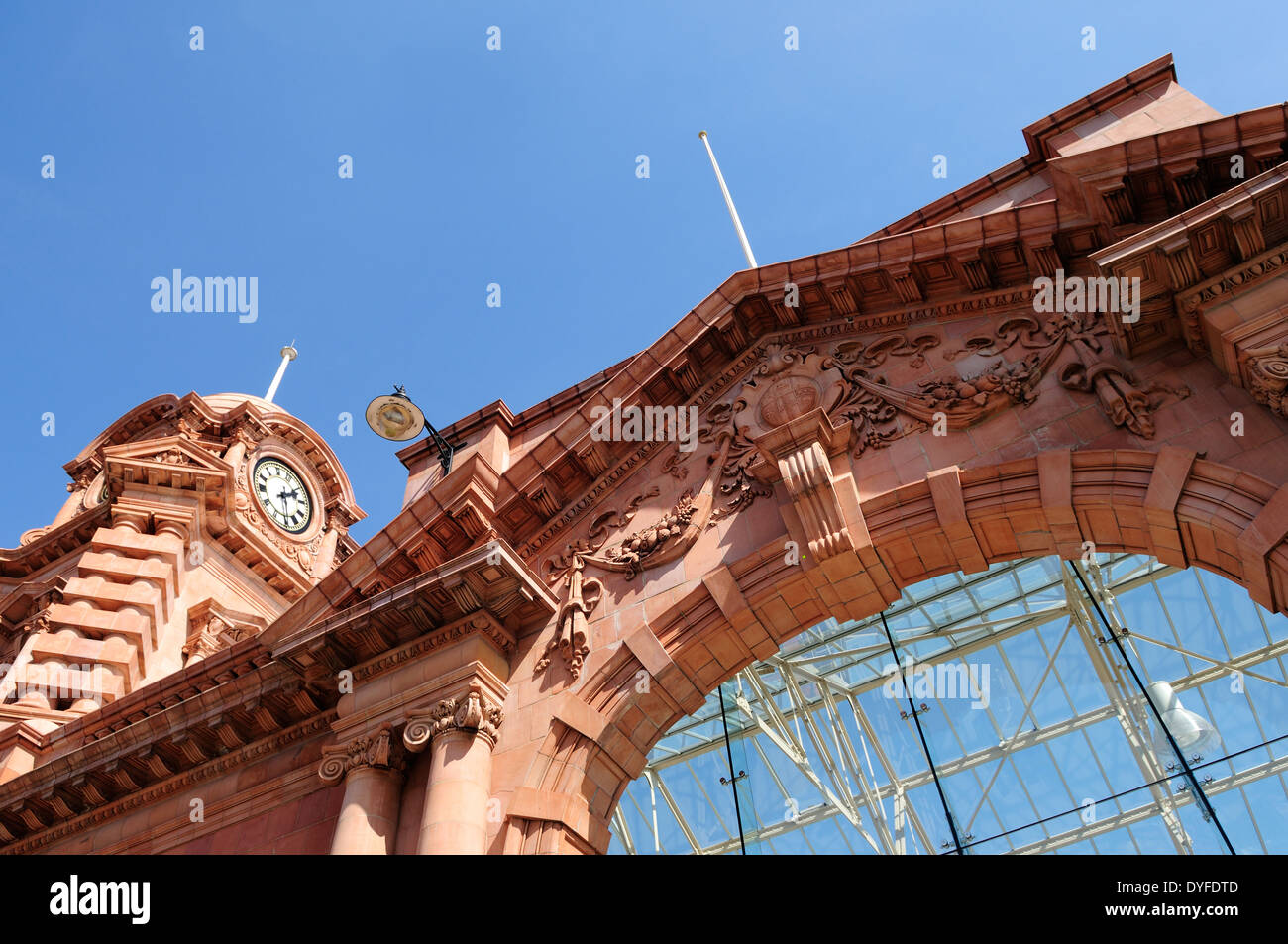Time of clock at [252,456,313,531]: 2:29
